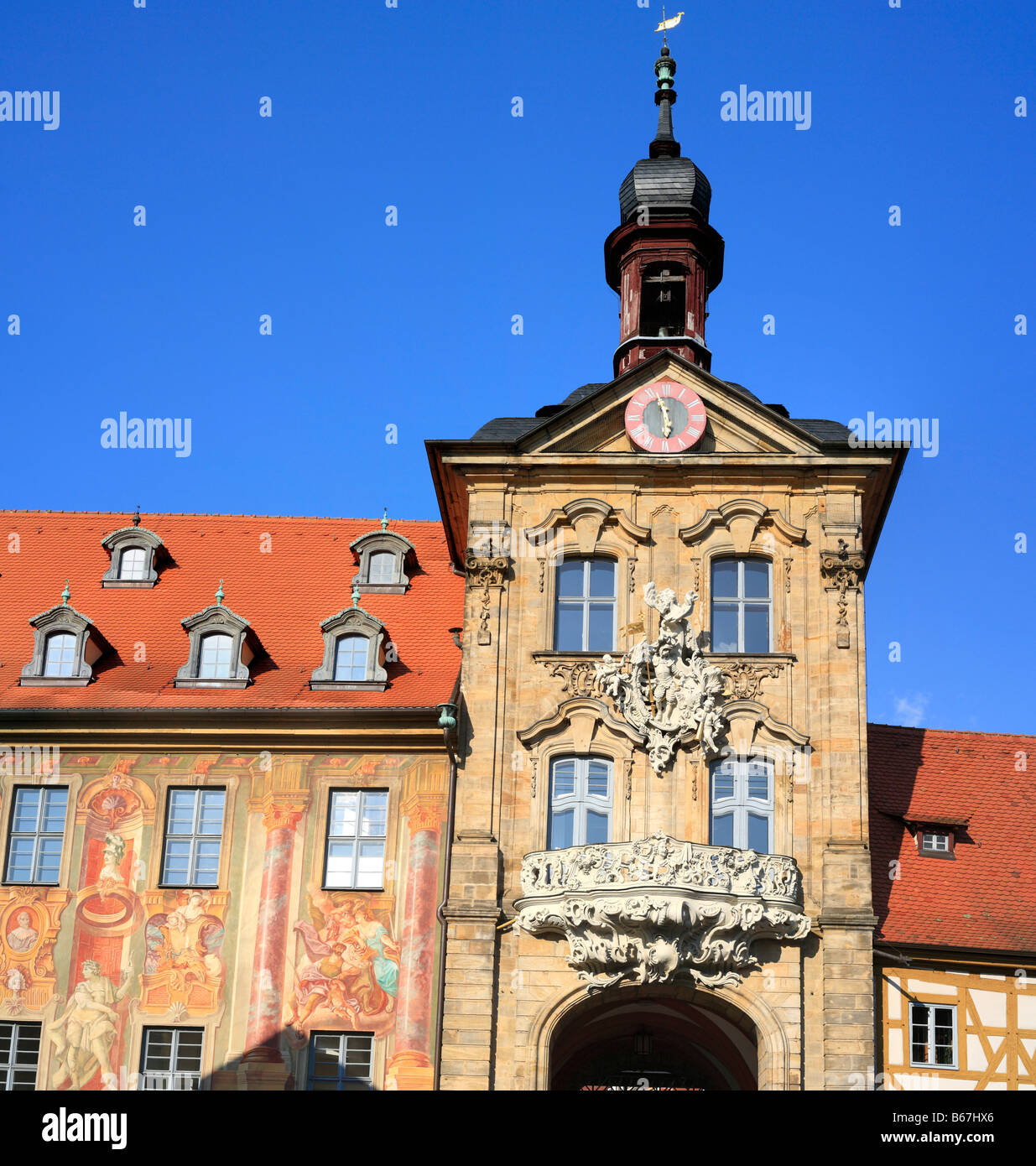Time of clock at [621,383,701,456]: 5:57
